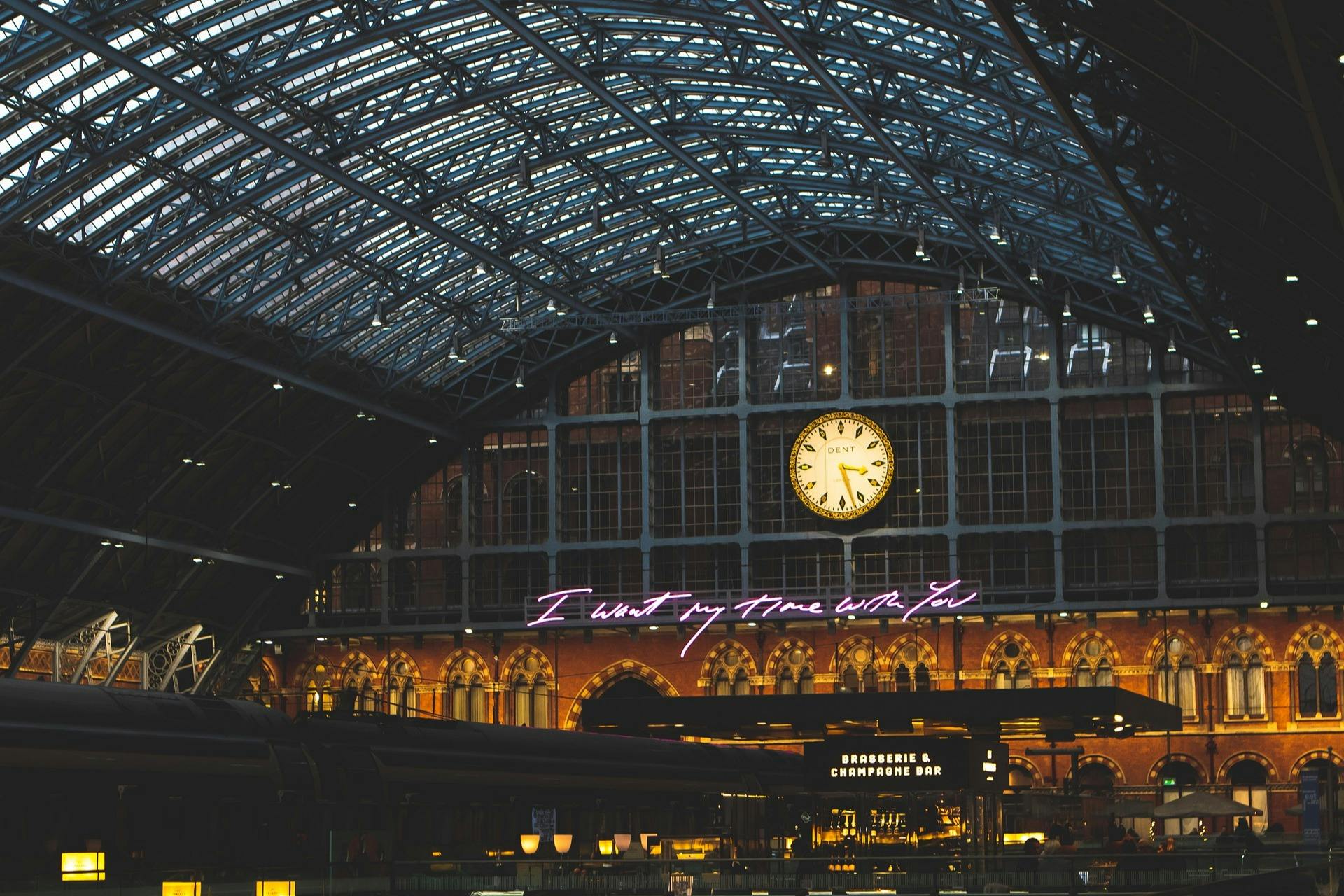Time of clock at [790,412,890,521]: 3:27
